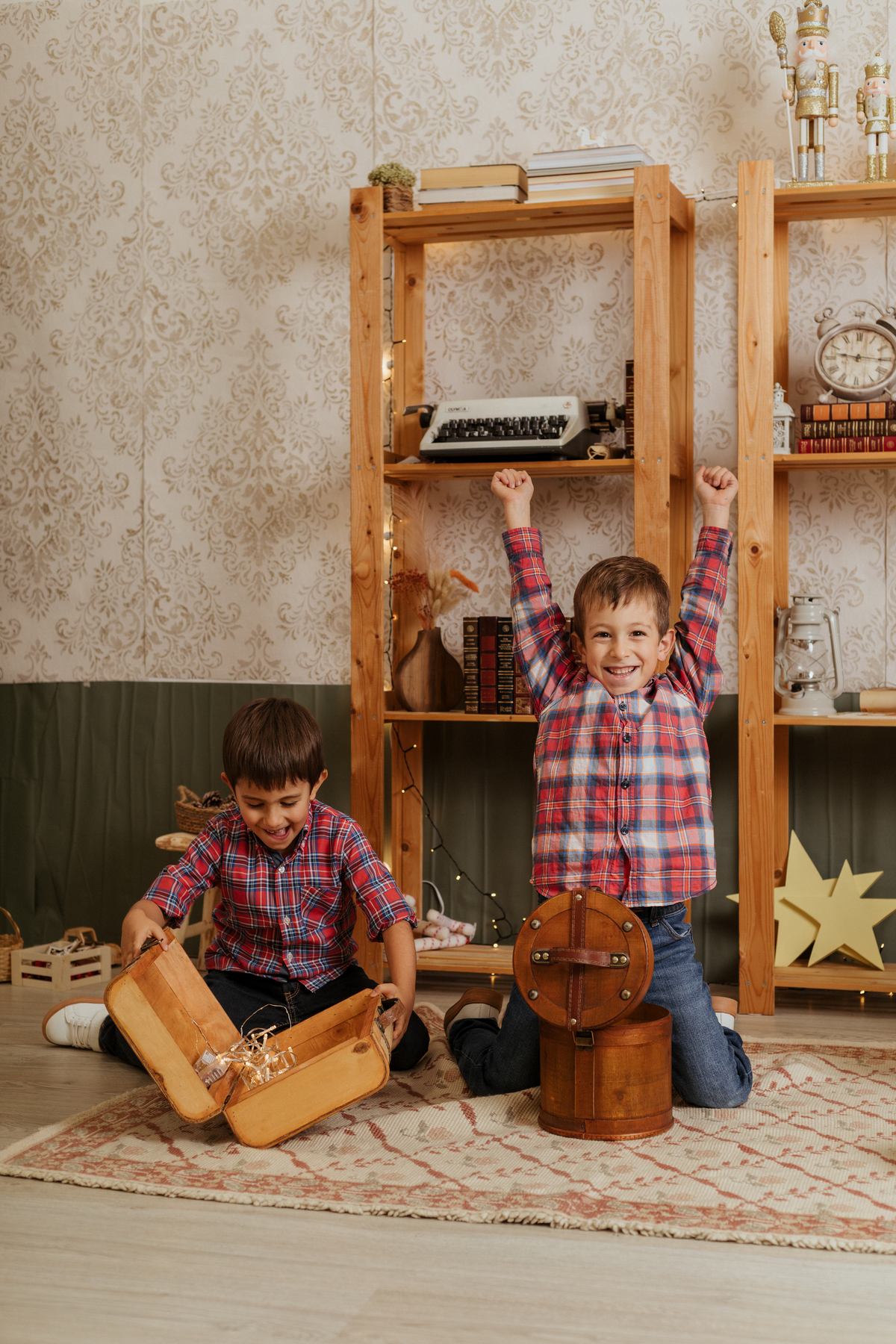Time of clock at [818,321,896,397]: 9:15
